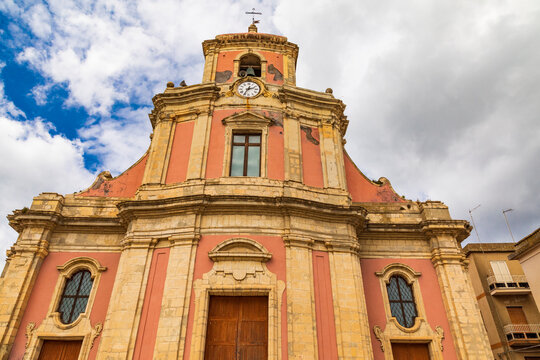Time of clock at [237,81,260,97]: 2:35
